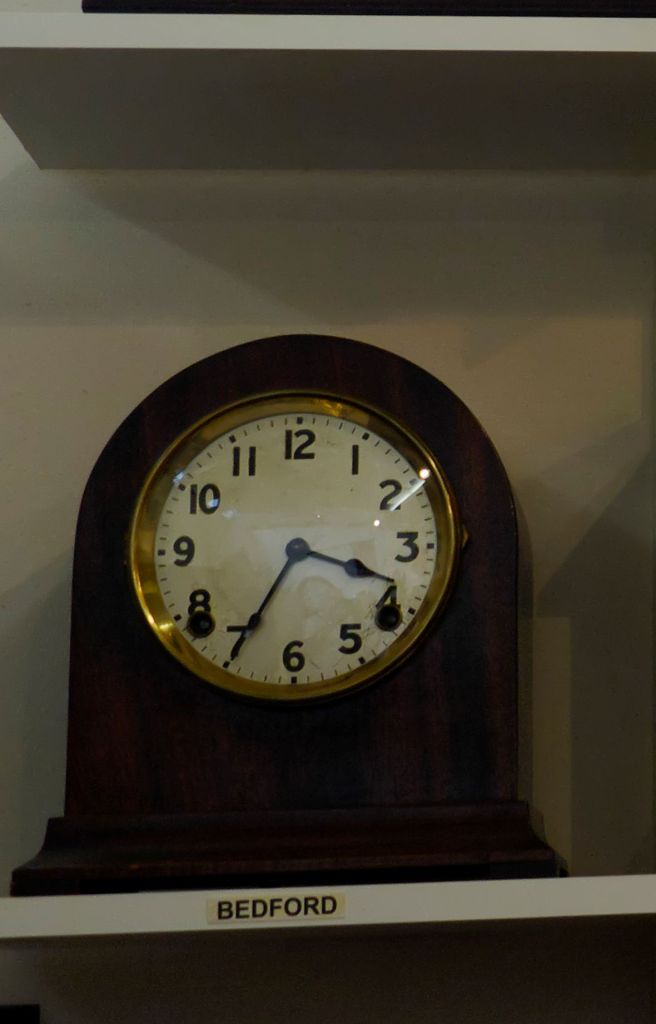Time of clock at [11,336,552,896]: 3:35
